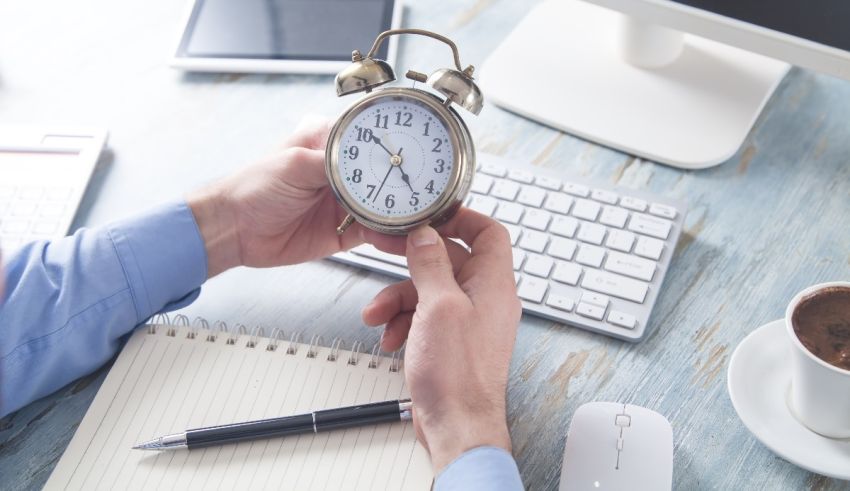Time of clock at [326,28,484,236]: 4:51
